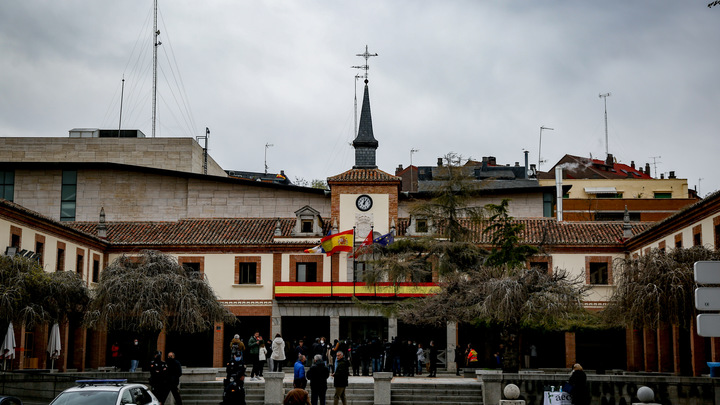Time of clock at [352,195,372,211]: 12:06
